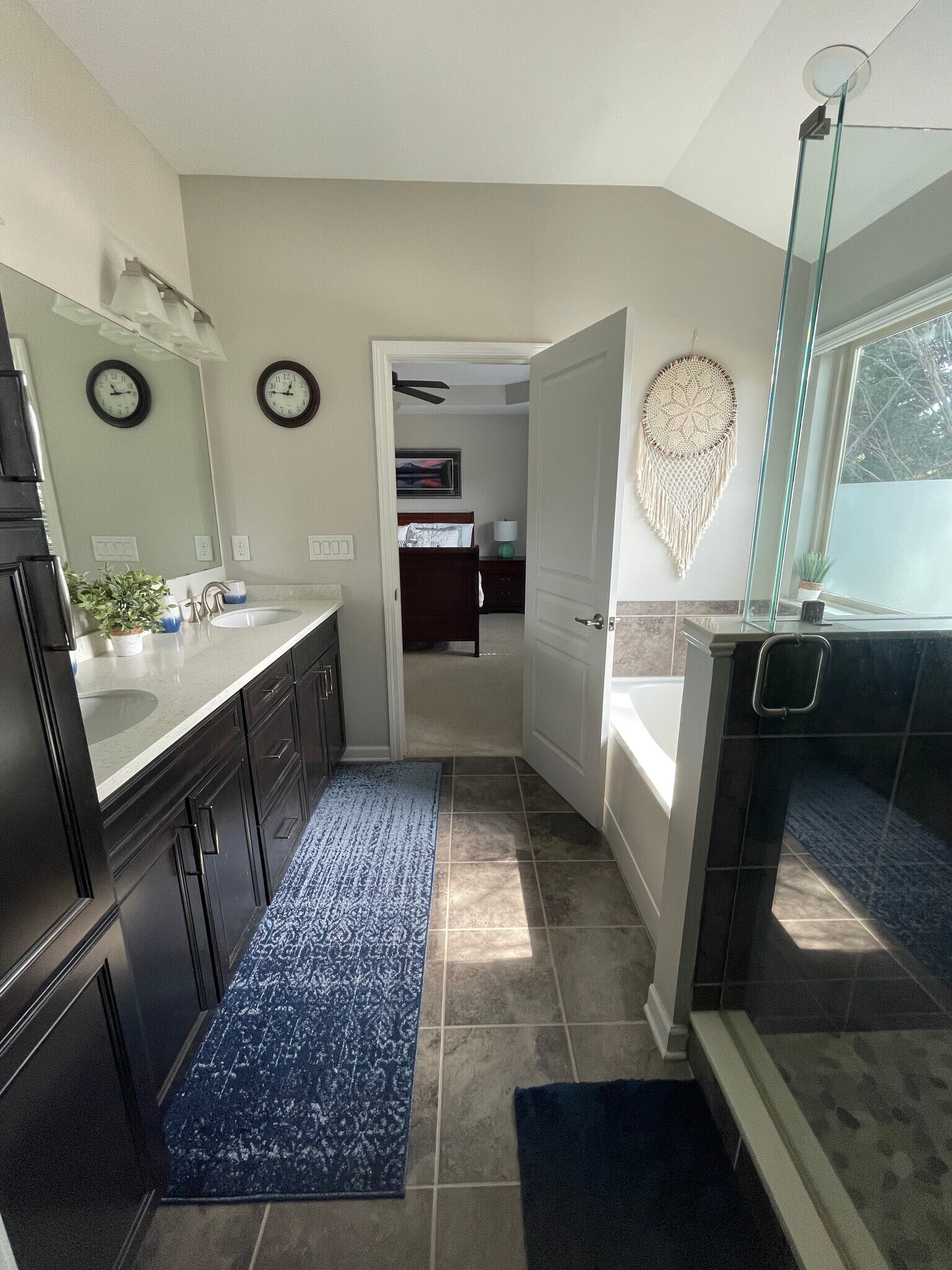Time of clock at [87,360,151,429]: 11:13
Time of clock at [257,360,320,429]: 12:46
